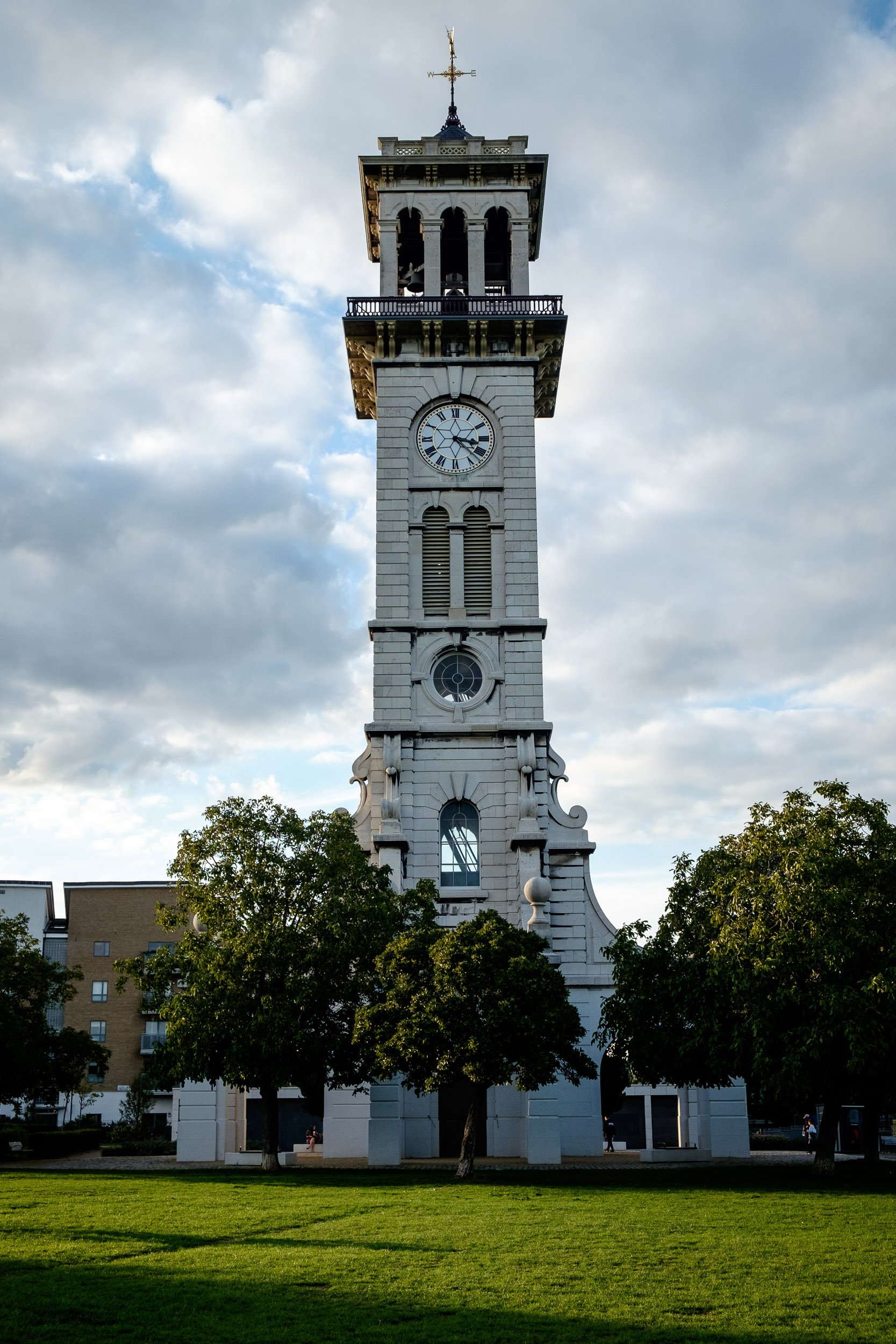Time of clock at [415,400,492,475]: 3:22
